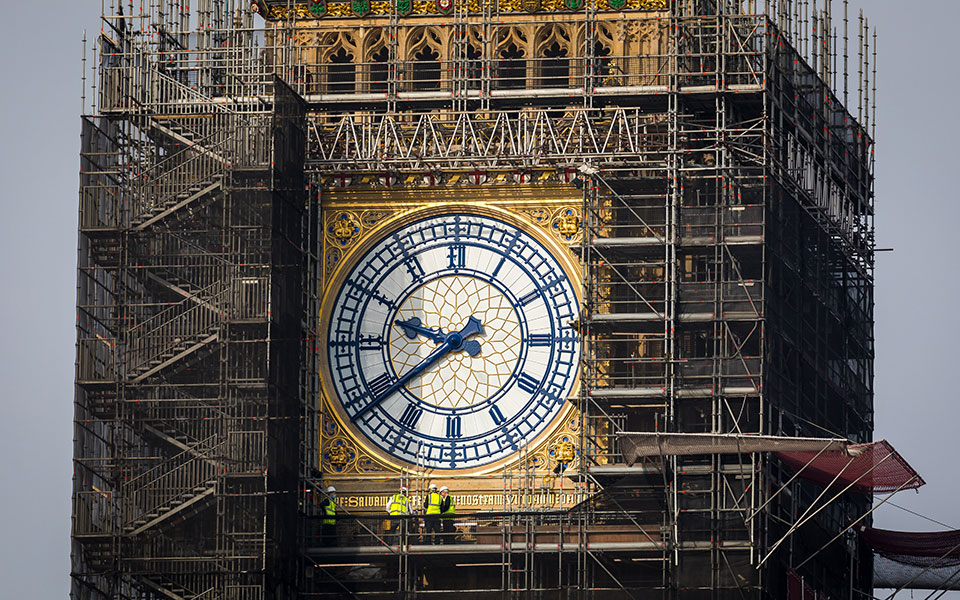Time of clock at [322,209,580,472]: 9:38
